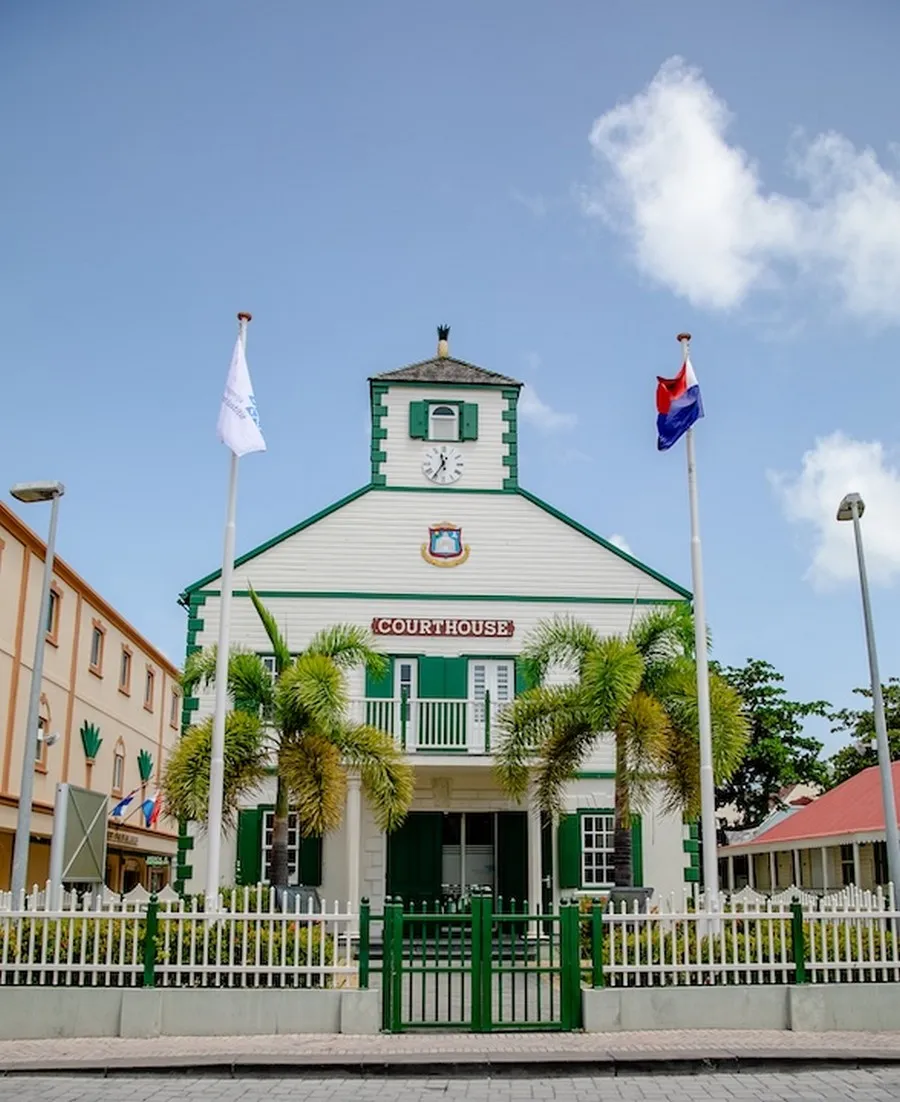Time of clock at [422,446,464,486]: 11:35
